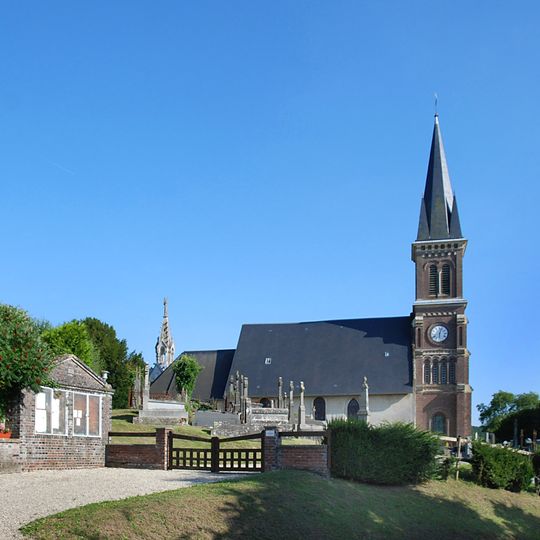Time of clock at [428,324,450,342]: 12:28
